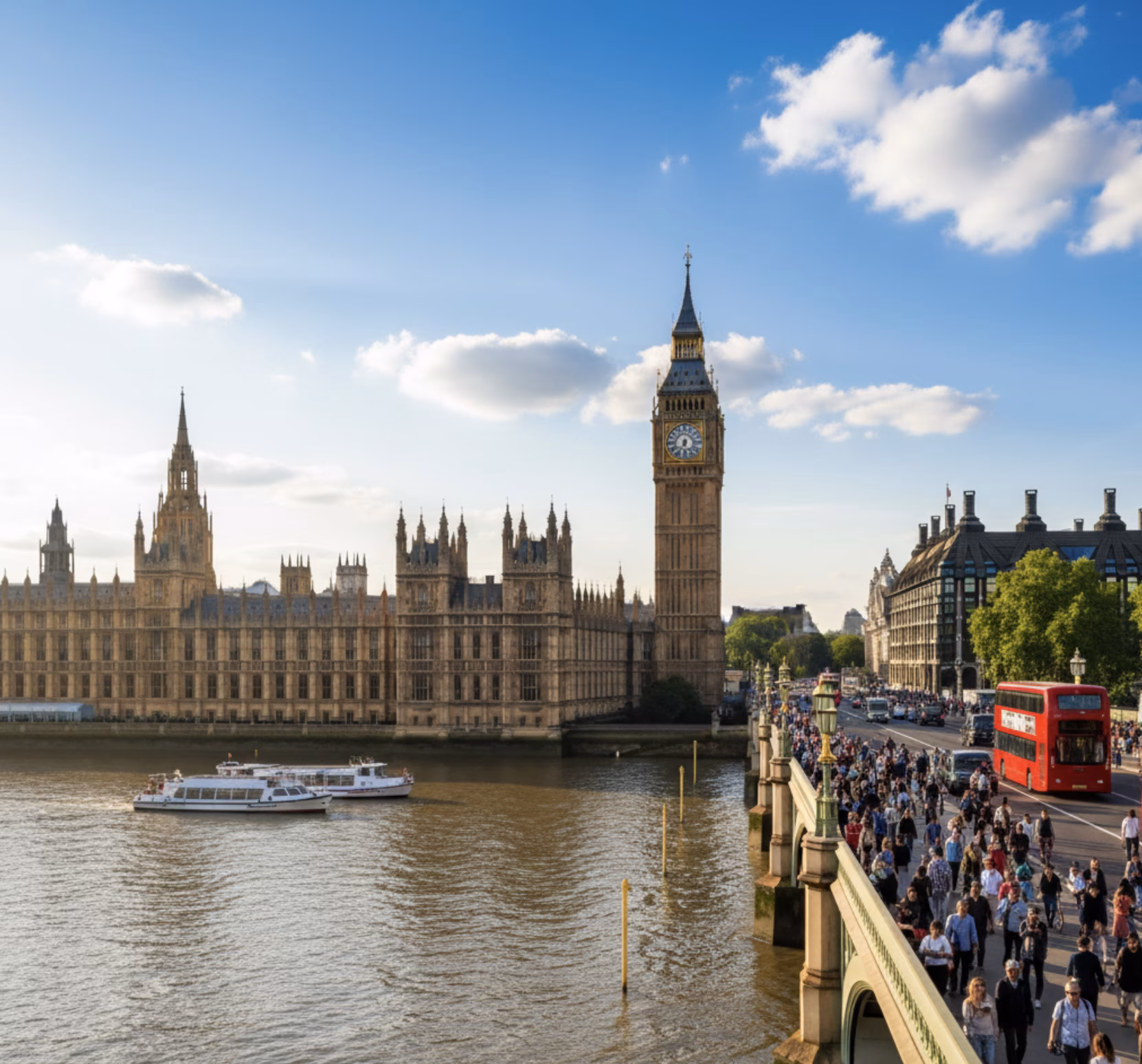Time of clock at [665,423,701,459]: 6:35
